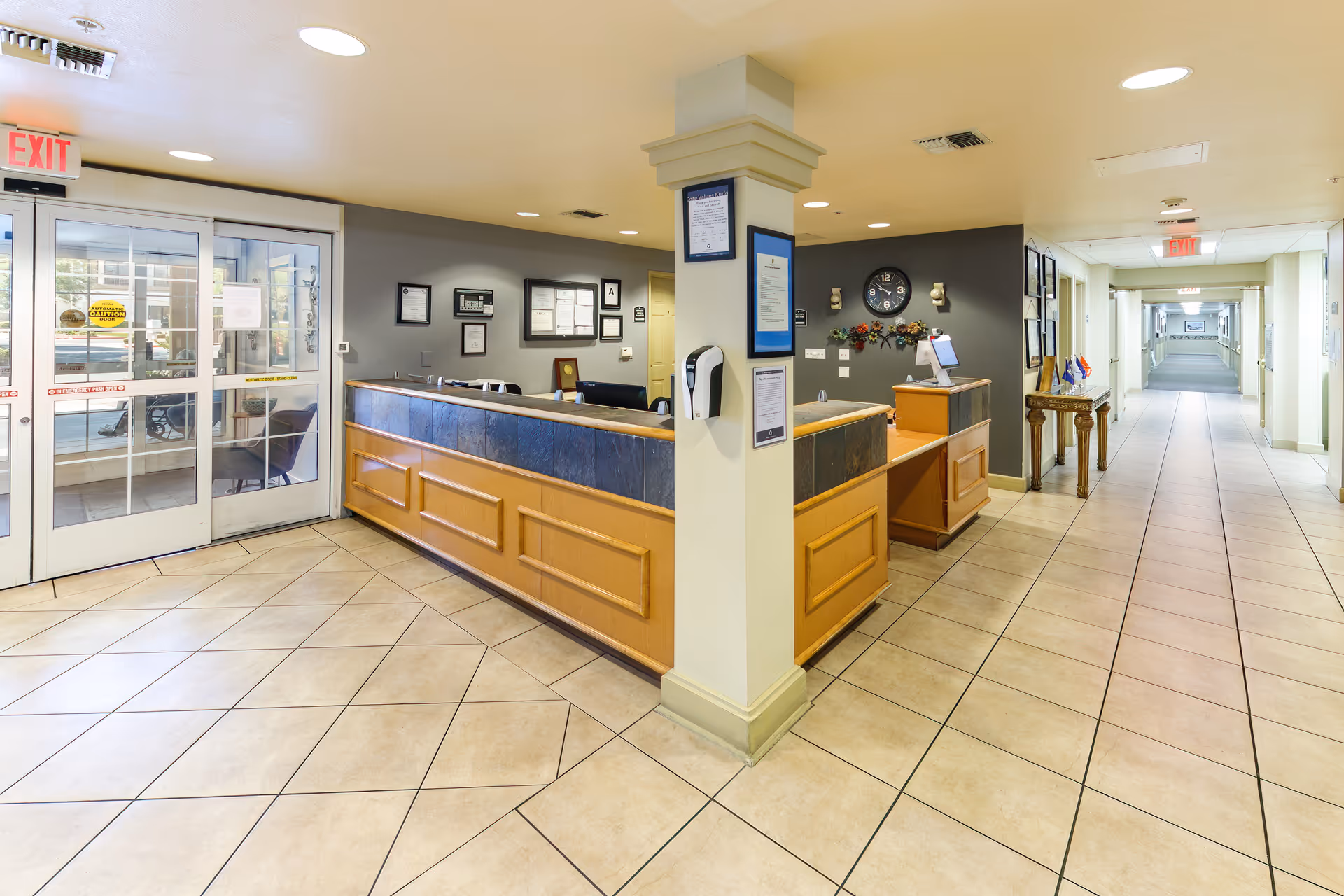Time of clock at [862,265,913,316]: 9:51
